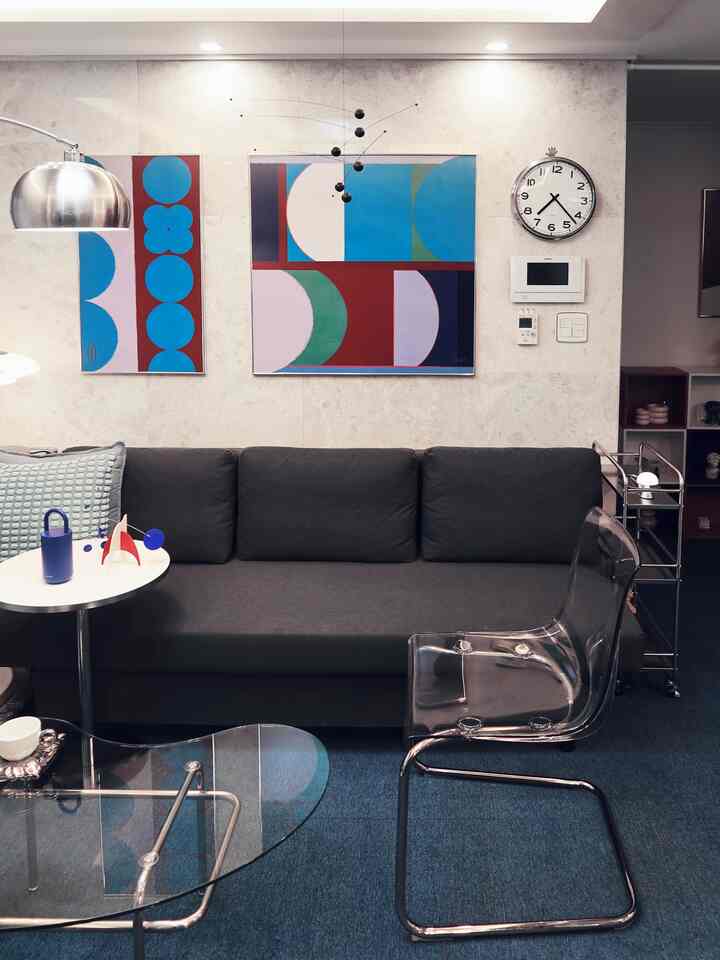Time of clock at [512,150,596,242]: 7:22
